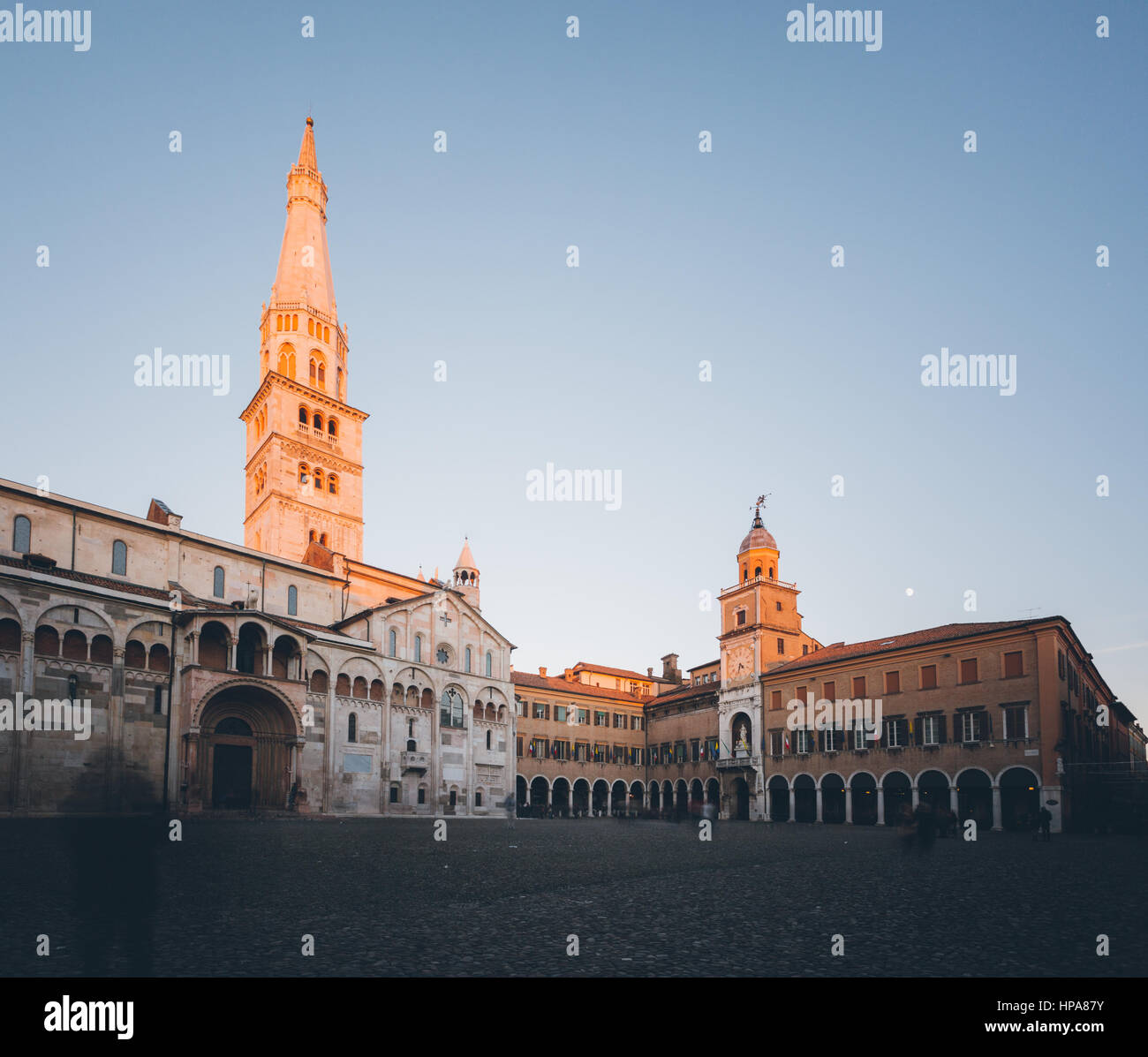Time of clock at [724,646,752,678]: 4:33
